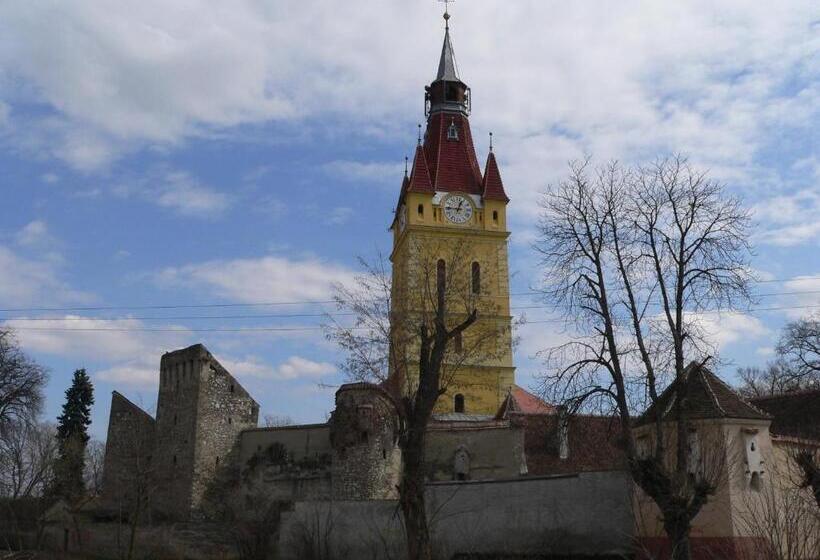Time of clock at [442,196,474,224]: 12:45
